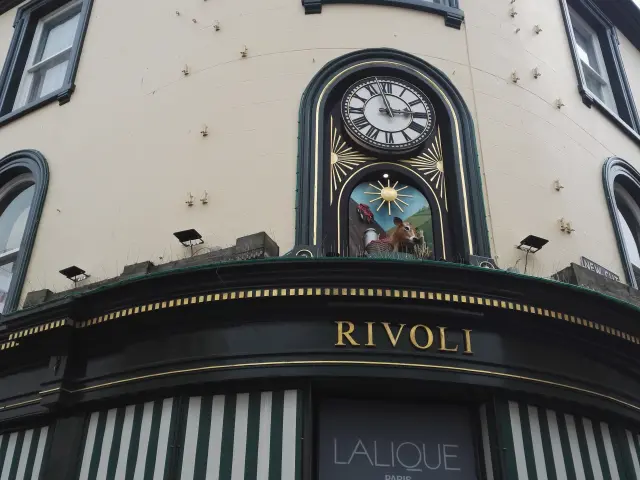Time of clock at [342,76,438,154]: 2:57
